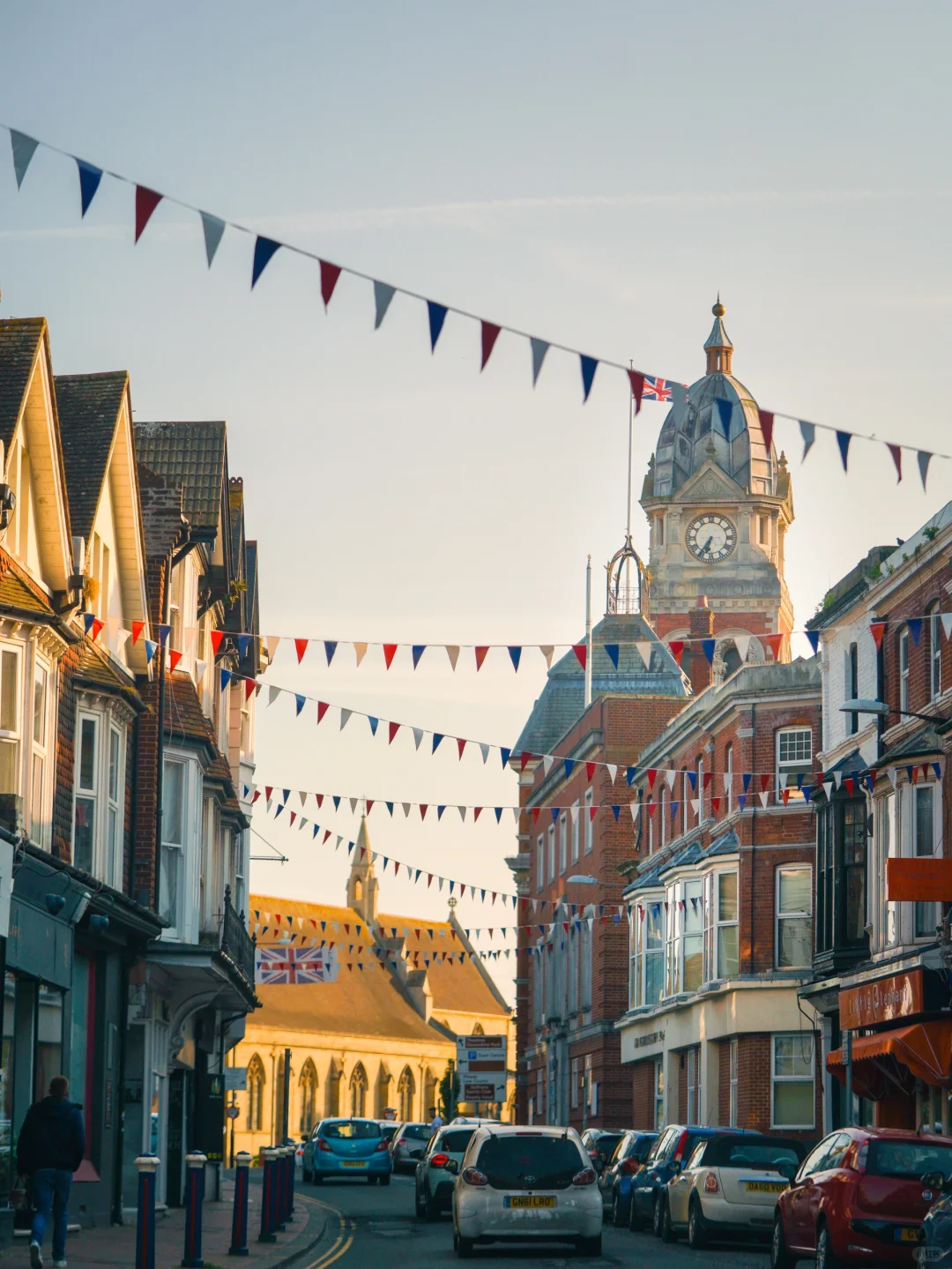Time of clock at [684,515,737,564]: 6:35
